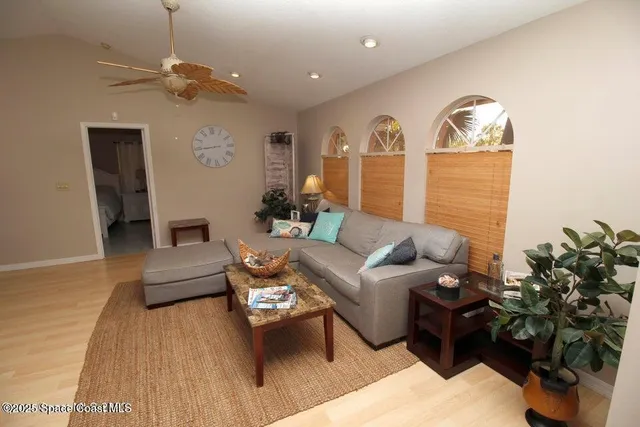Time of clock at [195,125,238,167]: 8:44
